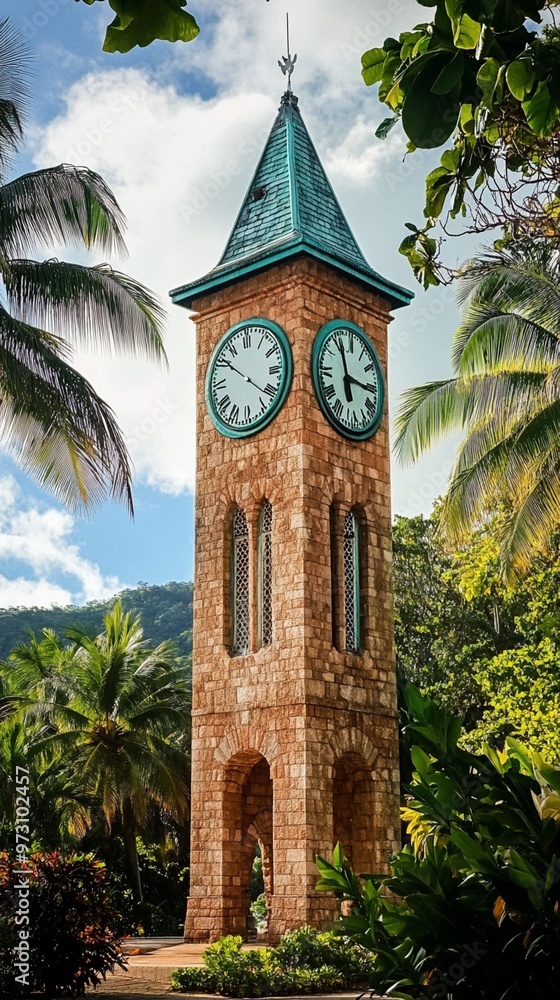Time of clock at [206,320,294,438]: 10:21
